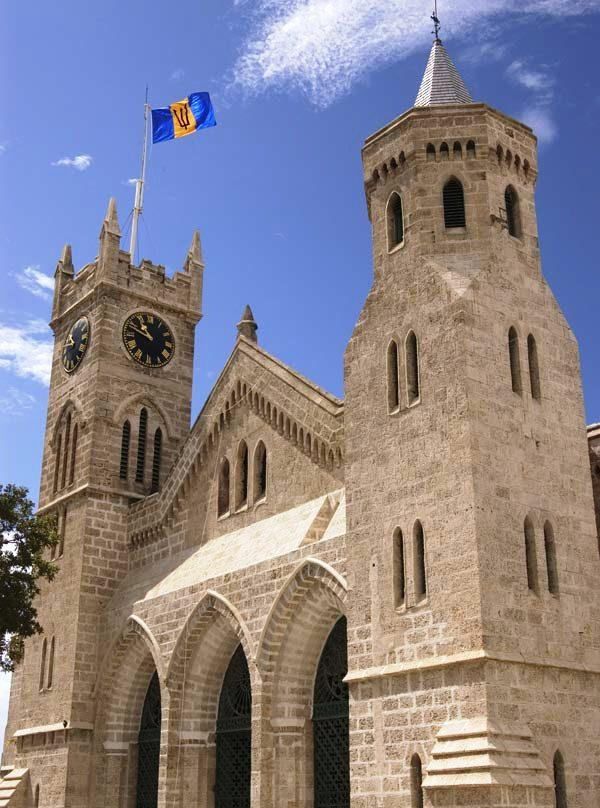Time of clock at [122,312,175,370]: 10:48
